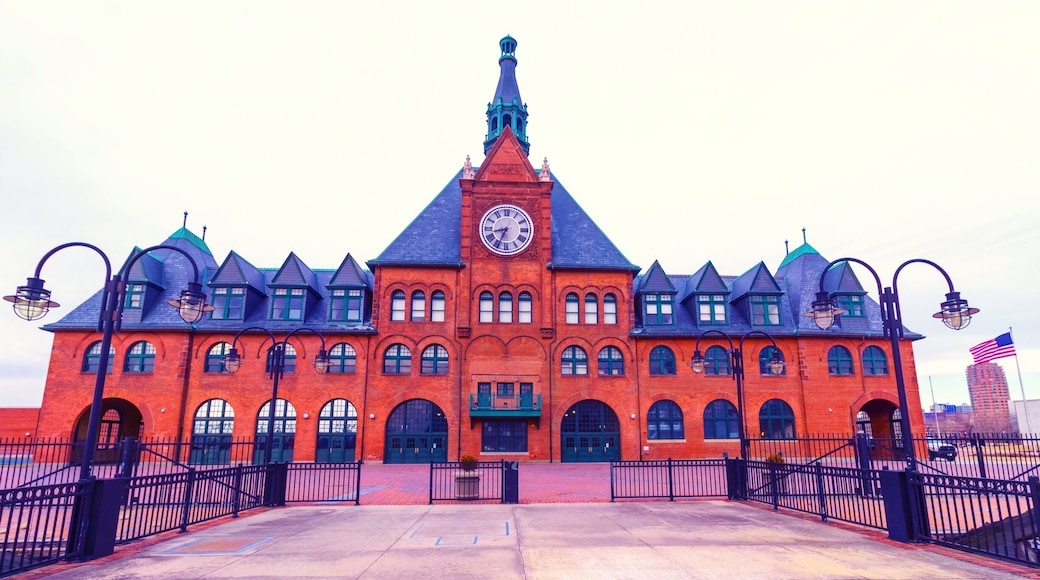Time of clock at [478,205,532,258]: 8:34
